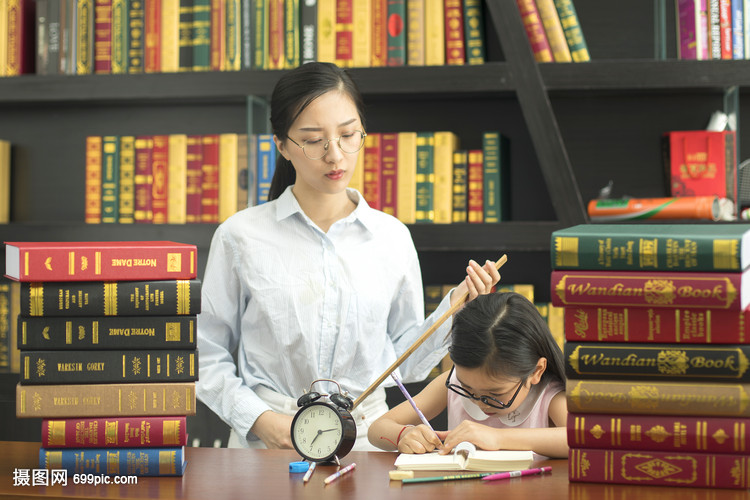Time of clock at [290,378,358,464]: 7:13
